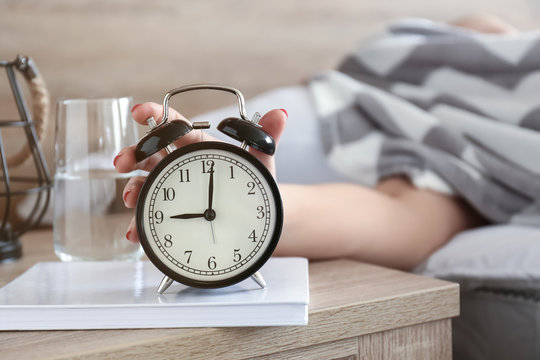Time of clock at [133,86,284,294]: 9:01
